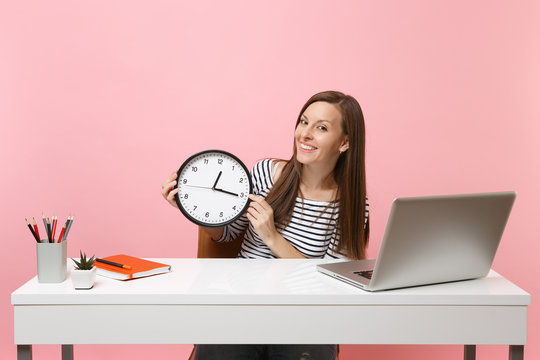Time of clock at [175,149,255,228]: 12:15
